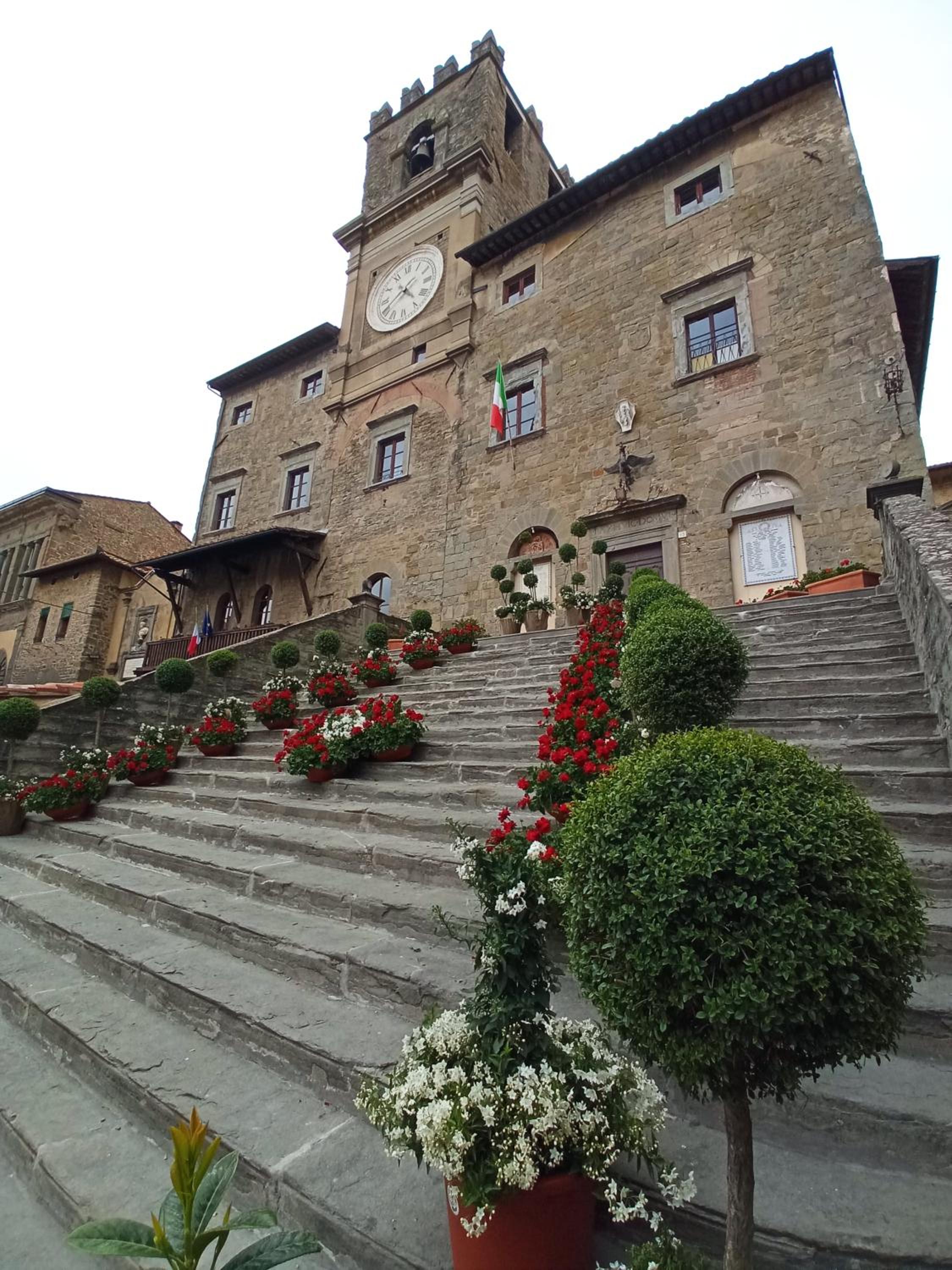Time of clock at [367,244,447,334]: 4:40
